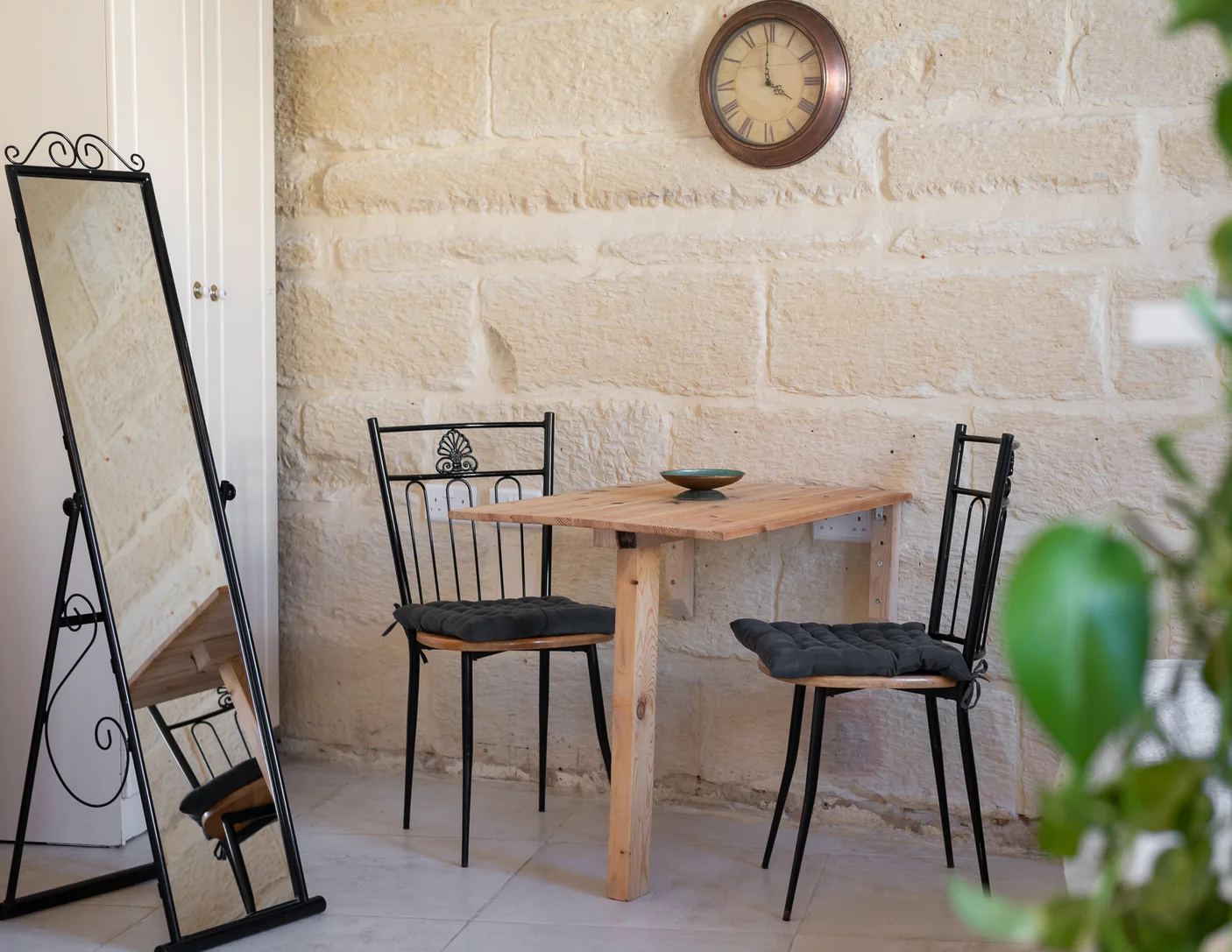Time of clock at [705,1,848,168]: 4:00
